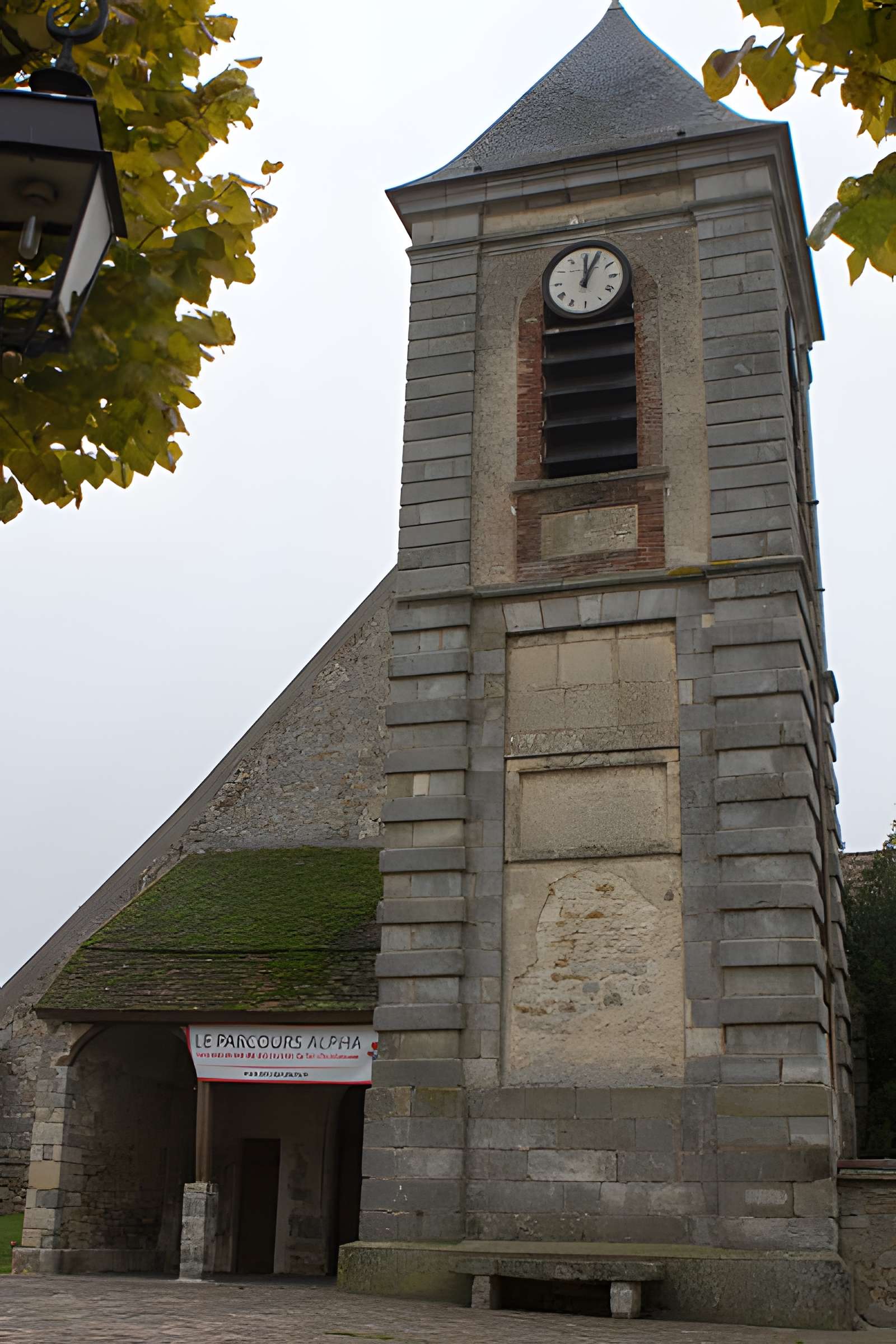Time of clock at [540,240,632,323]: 12:04
